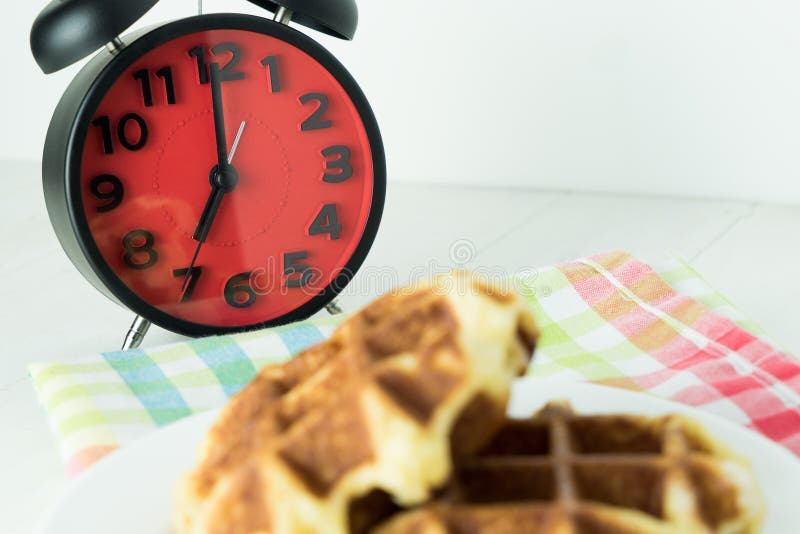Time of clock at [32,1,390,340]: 7:00
